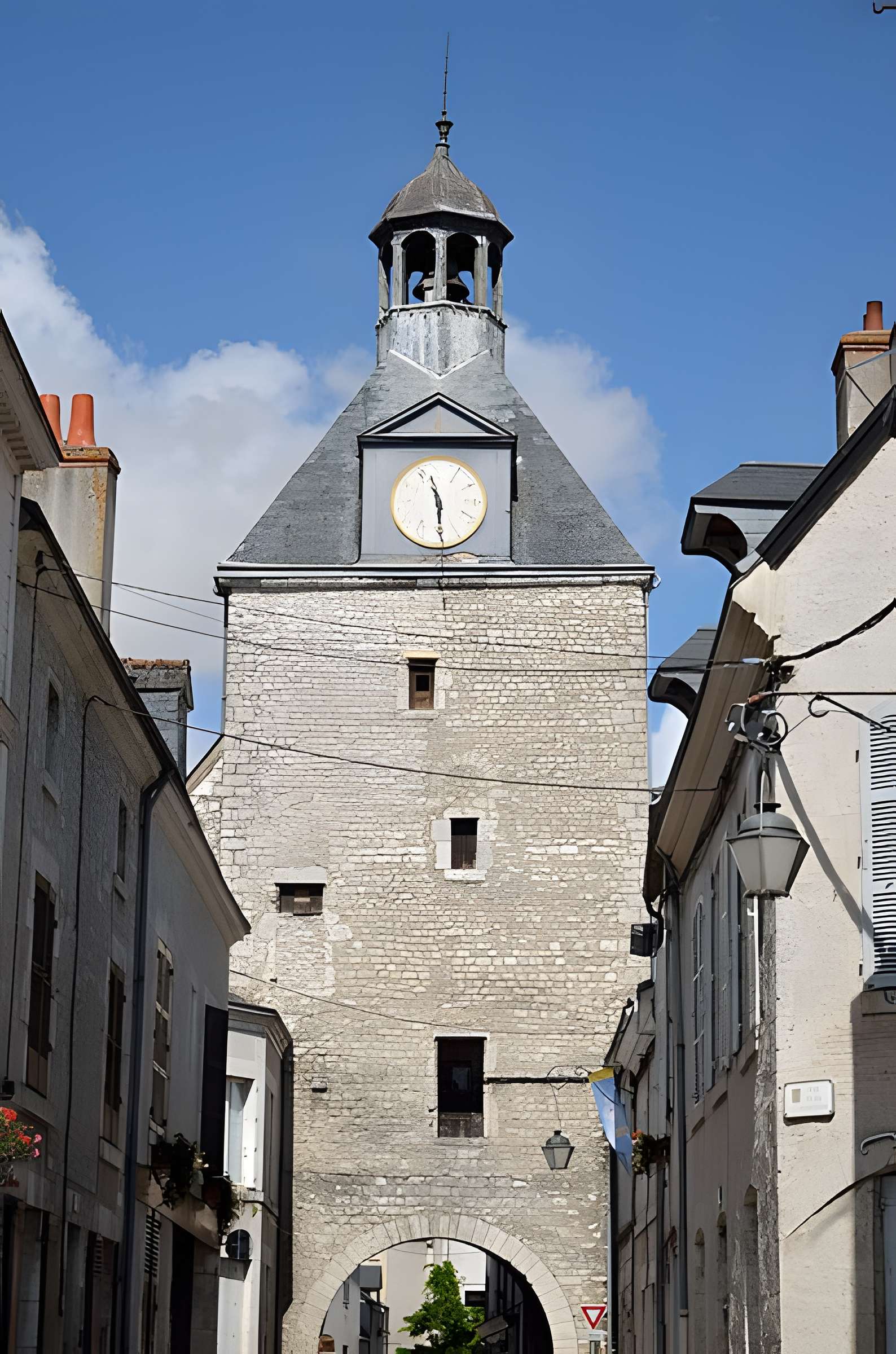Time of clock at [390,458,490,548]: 5:57
